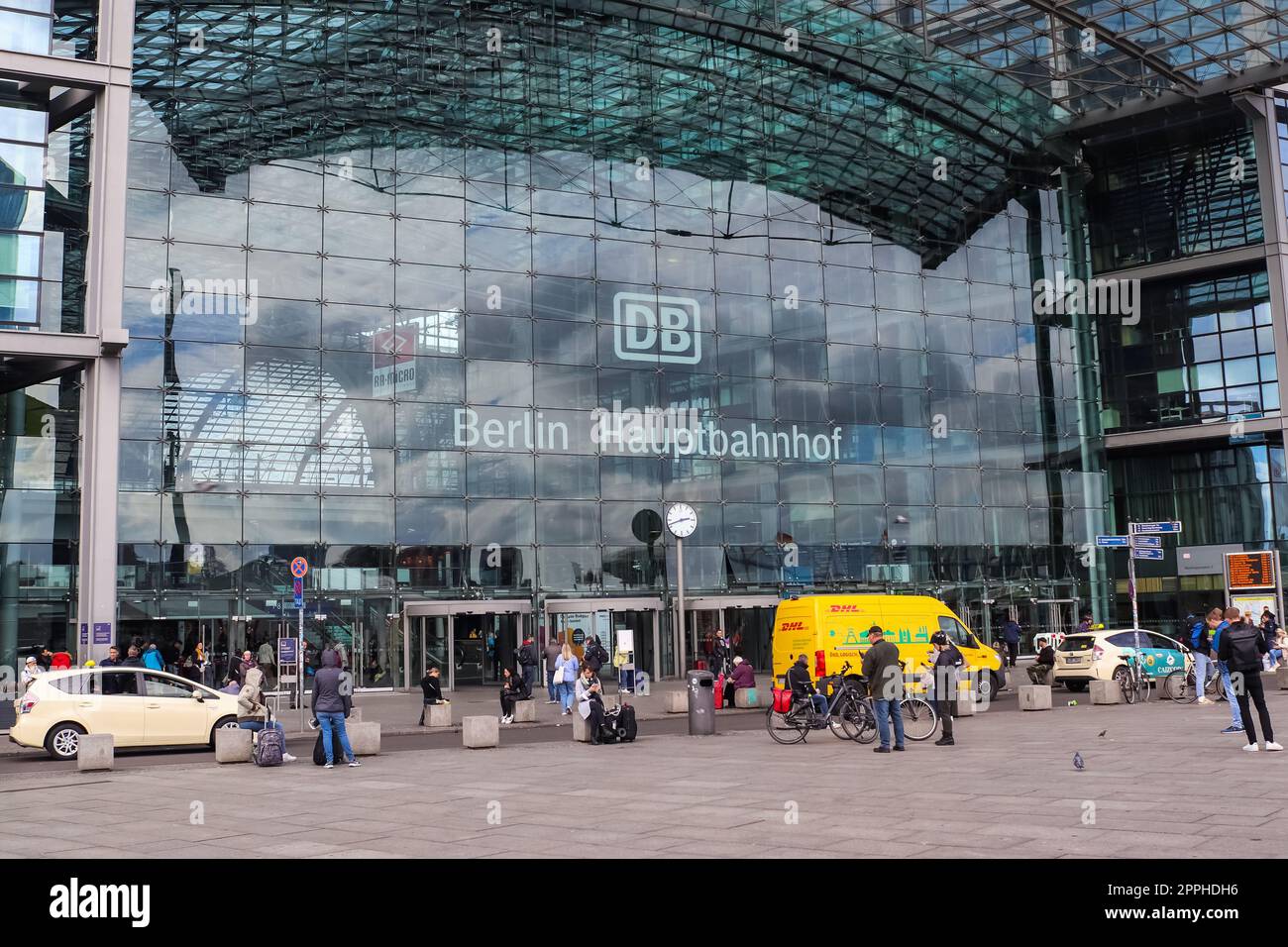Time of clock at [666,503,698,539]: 2:42
